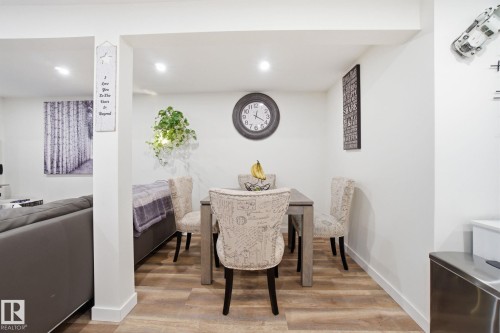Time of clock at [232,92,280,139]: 12:19
